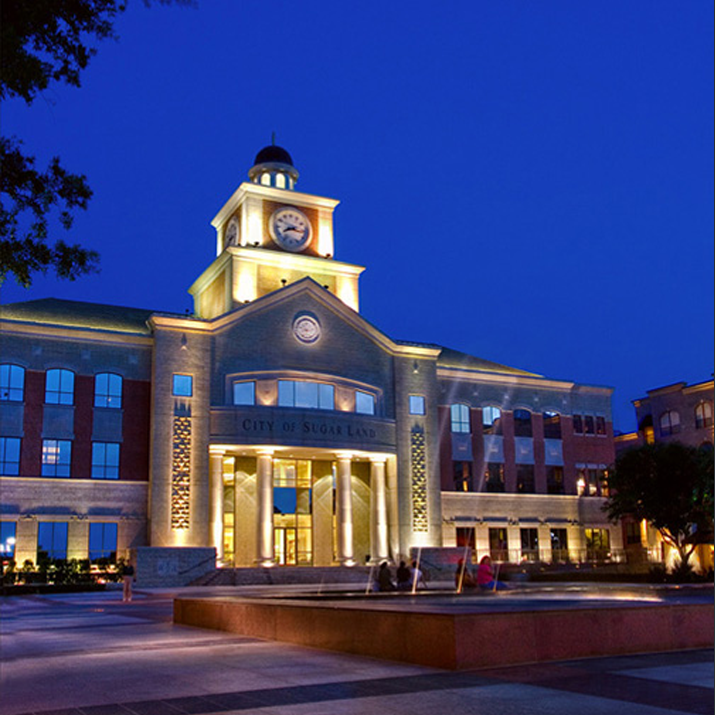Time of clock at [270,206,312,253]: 8:16
